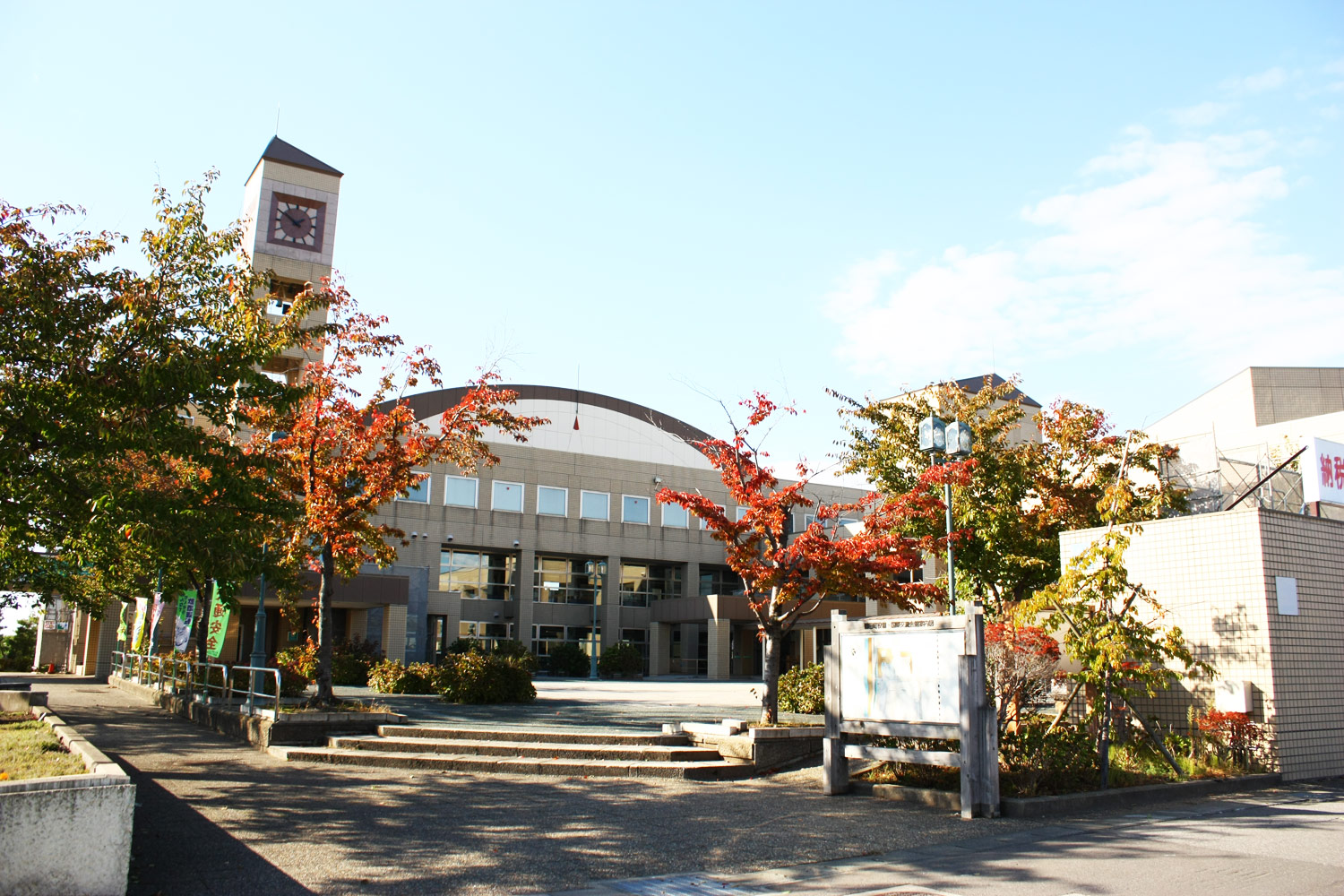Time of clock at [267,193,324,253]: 1:50
